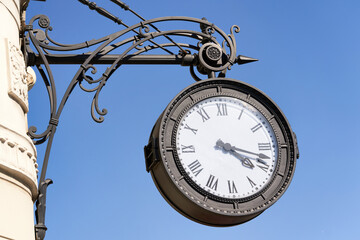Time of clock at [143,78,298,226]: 4:17
